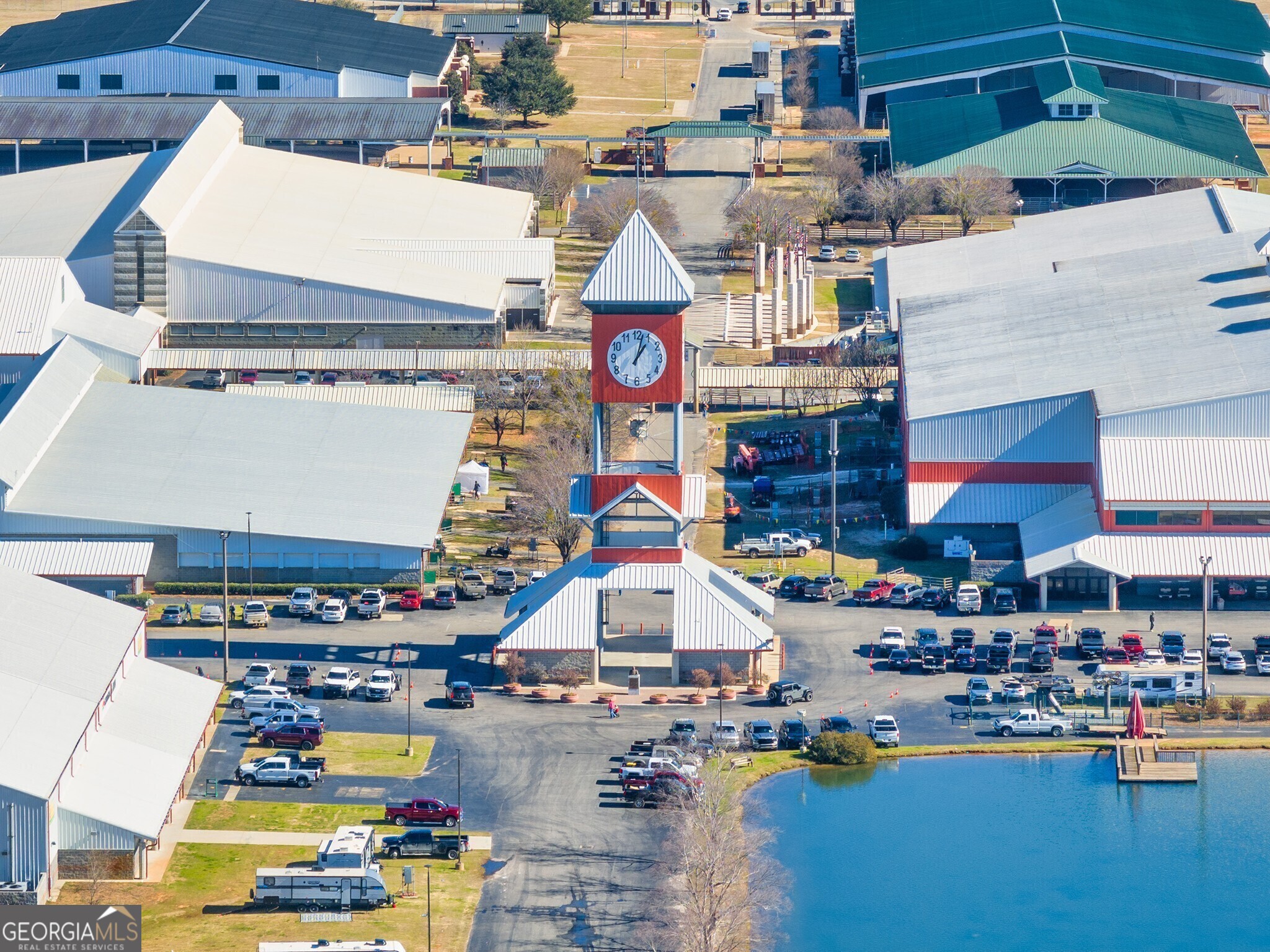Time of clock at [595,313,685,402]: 1:02
